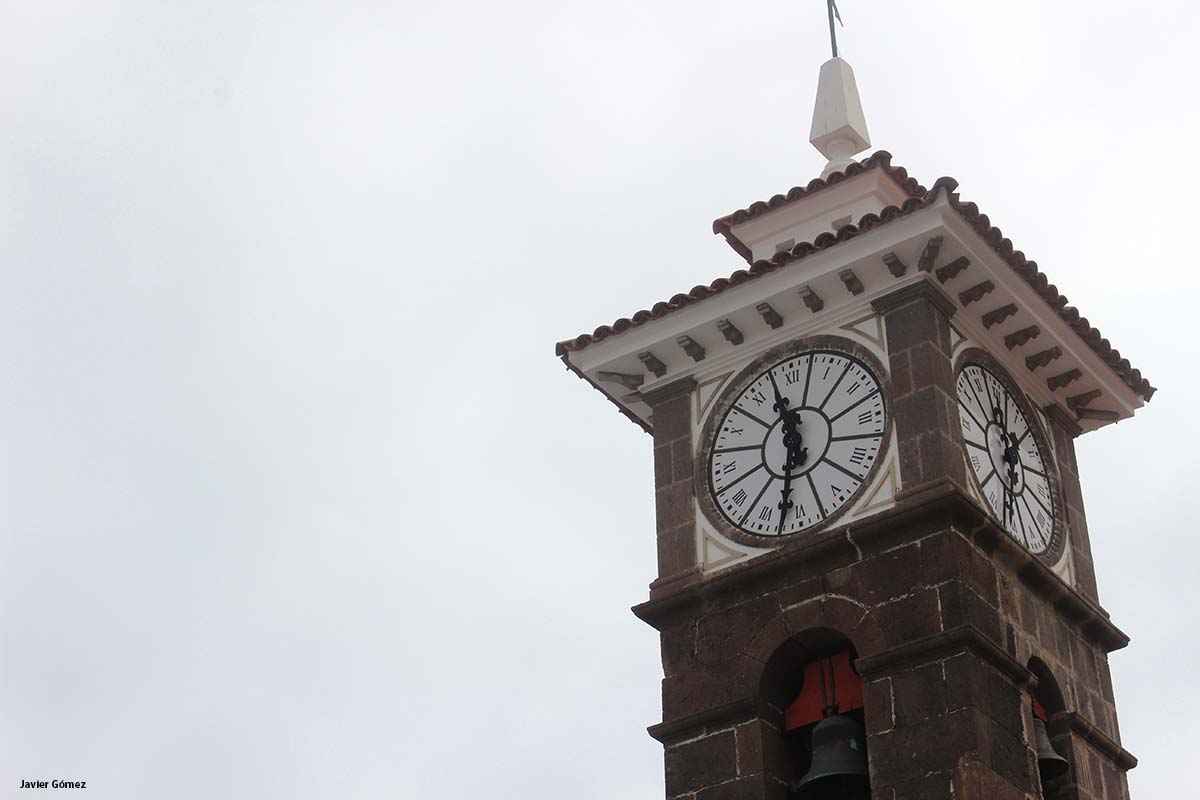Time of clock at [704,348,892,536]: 11:32
